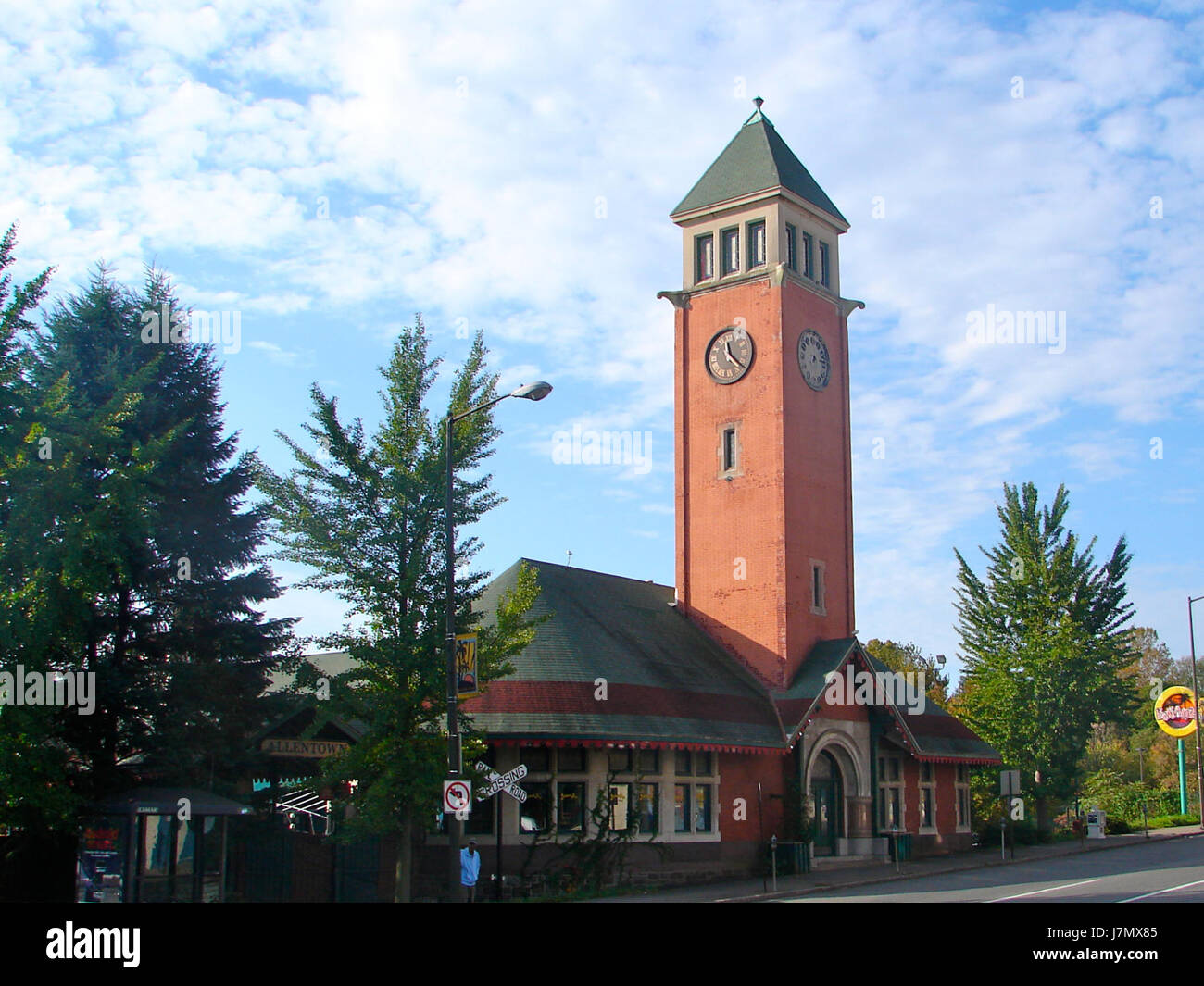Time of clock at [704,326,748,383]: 11:21
